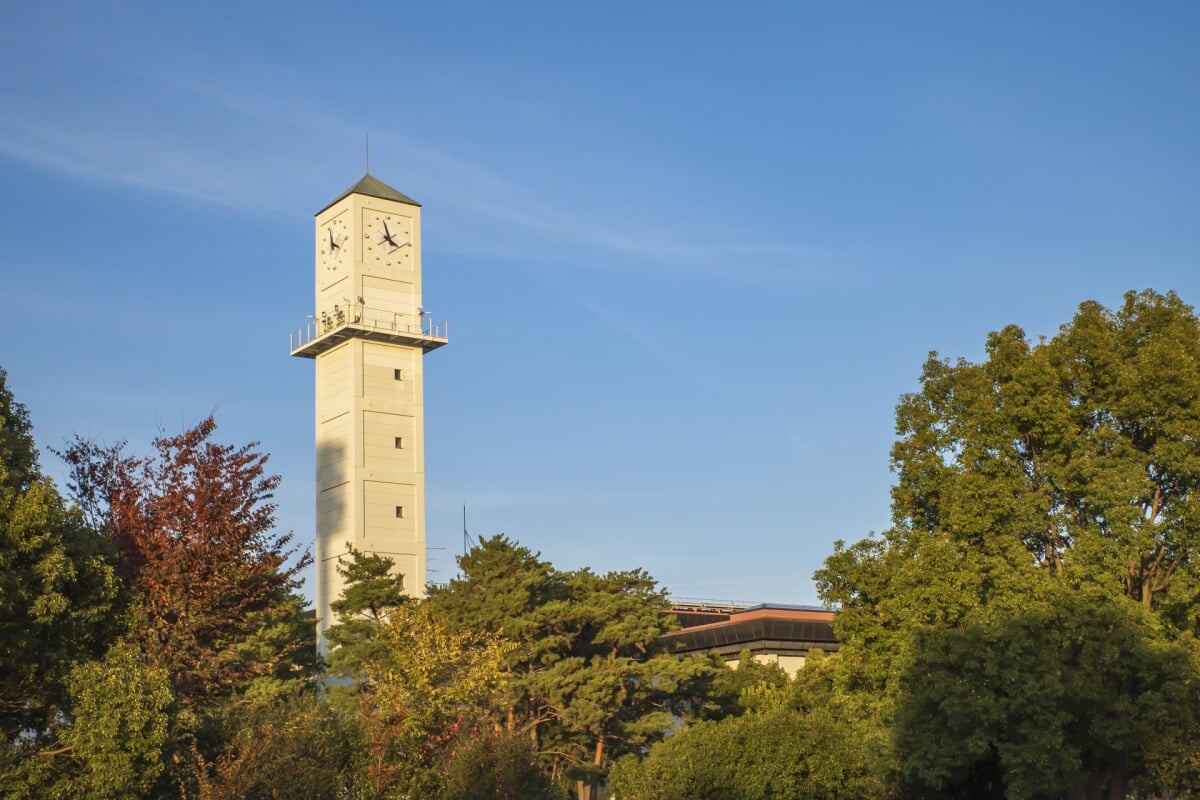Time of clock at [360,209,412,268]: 3:57
